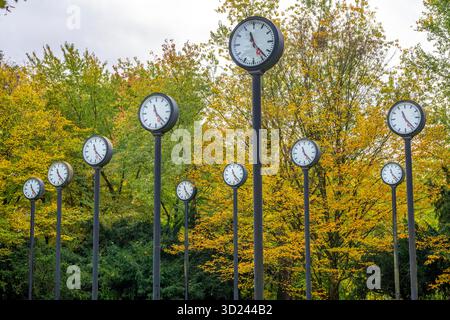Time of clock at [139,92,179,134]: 11:22
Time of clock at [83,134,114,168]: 11:22
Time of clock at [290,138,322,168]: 11:22
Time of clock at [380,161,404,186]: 11:22
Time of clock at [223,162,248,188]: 11:22
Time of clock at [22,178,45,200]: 11:23
